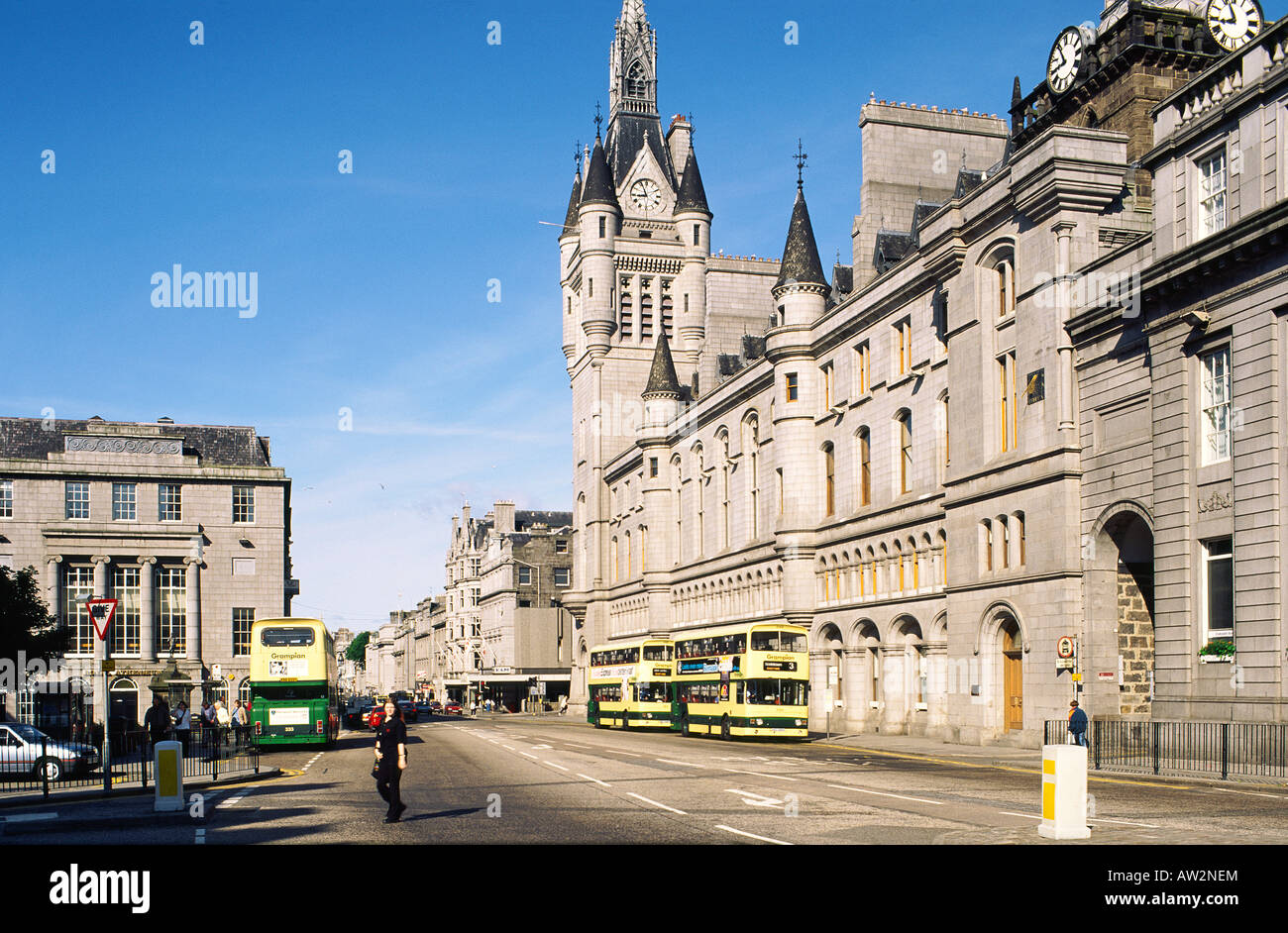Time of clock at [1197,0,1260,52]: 8:56
